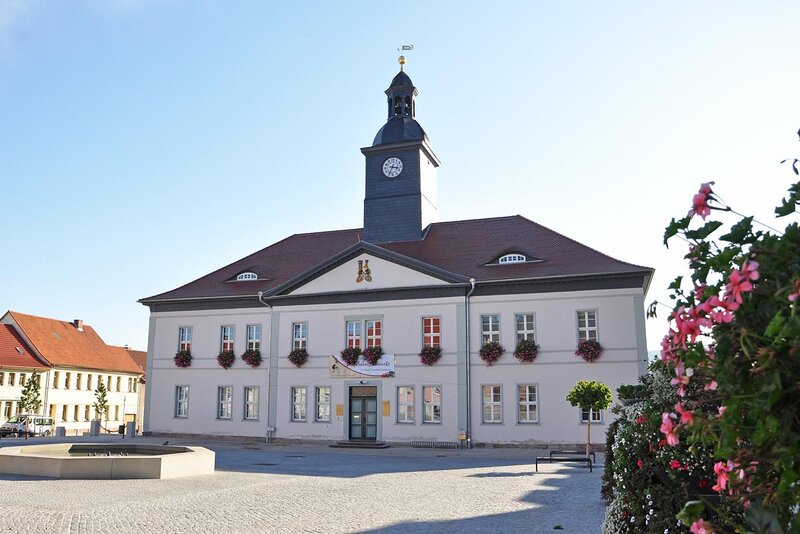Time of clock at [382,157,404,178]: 3:34
